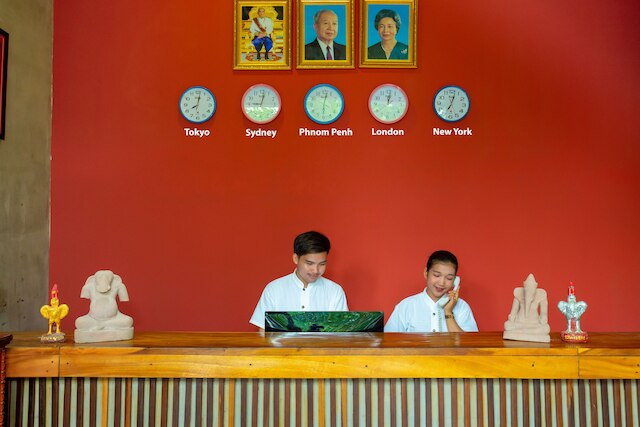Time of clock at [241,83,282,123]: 9:02
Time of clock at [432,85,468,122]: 7:02
